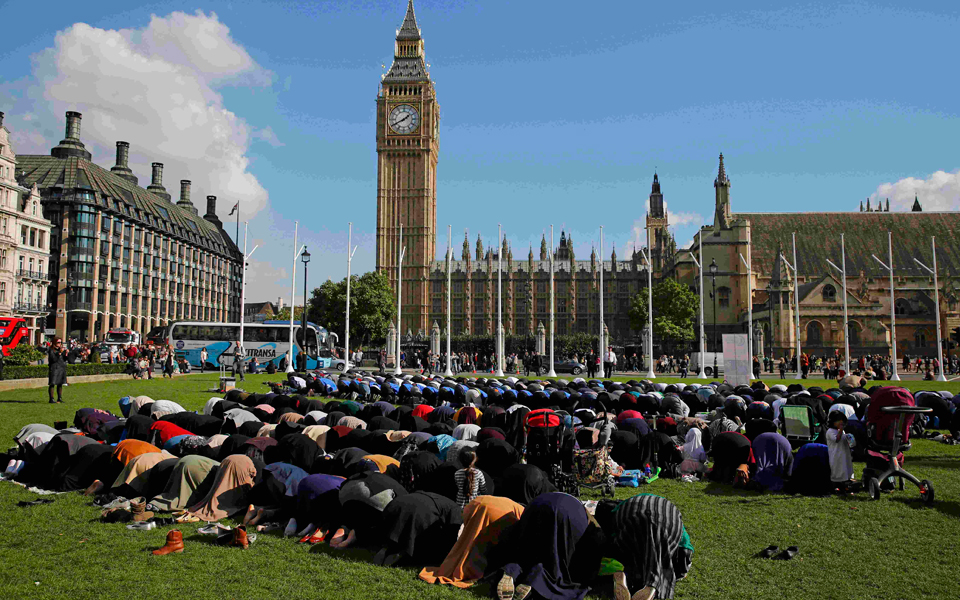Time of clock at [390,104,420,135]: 1:40
